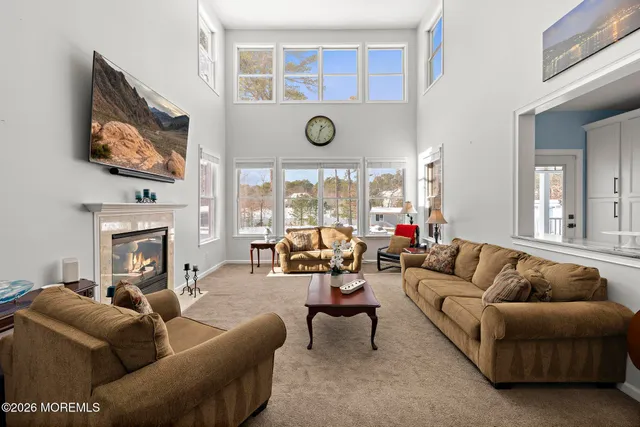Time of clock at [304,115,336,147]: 1:32
